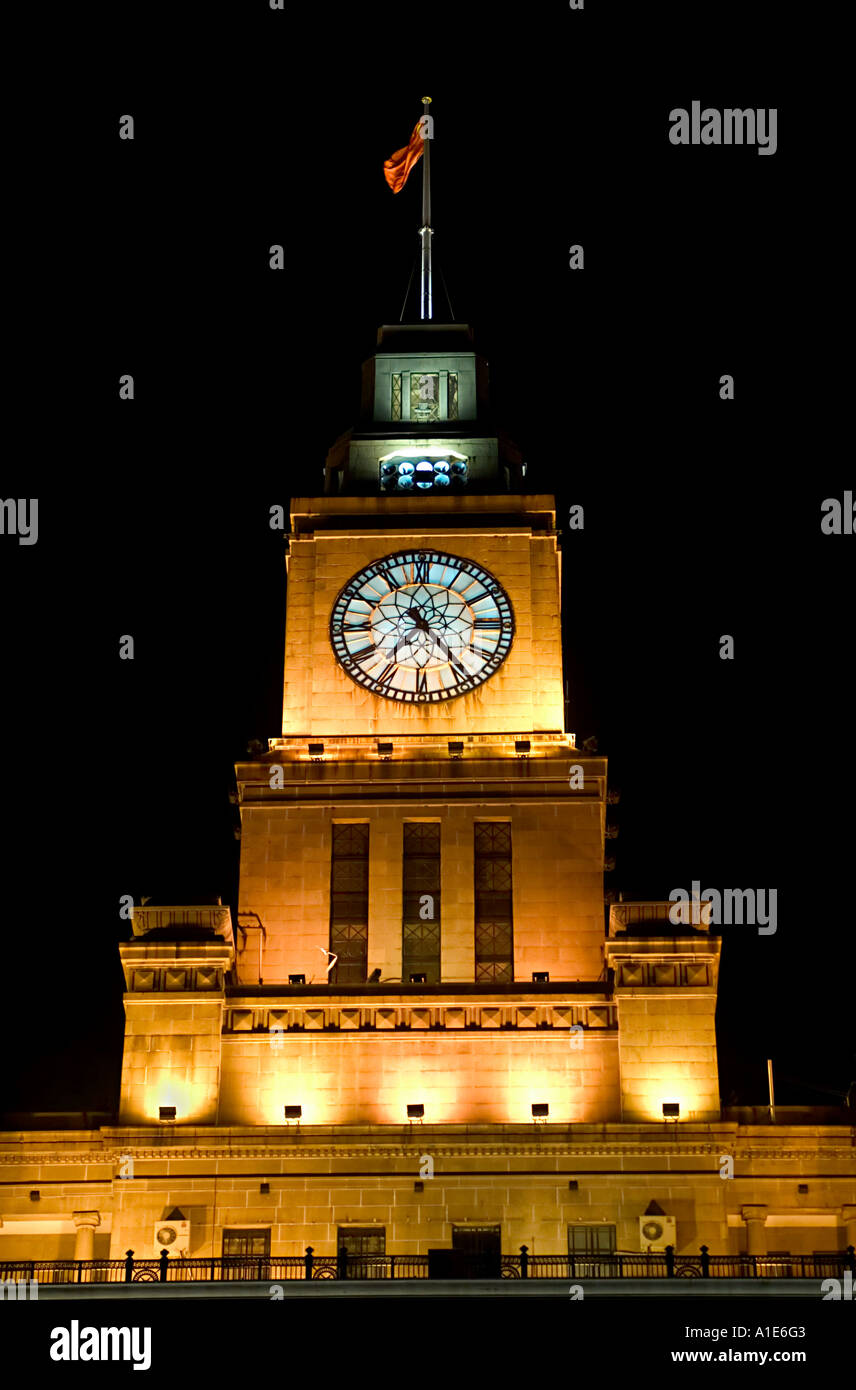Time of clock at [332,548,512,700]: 7:24
